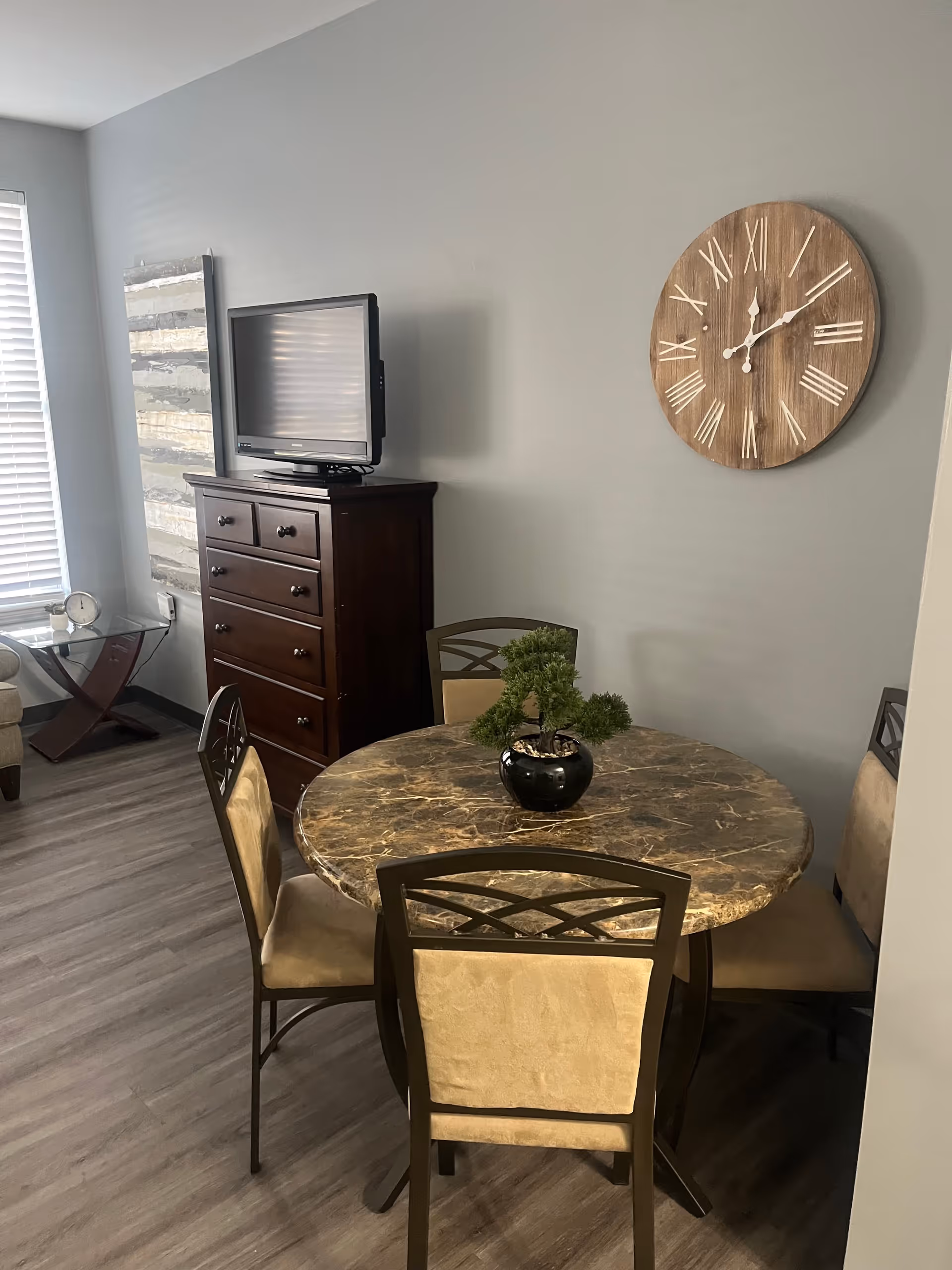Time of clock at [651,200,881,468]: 12:10
